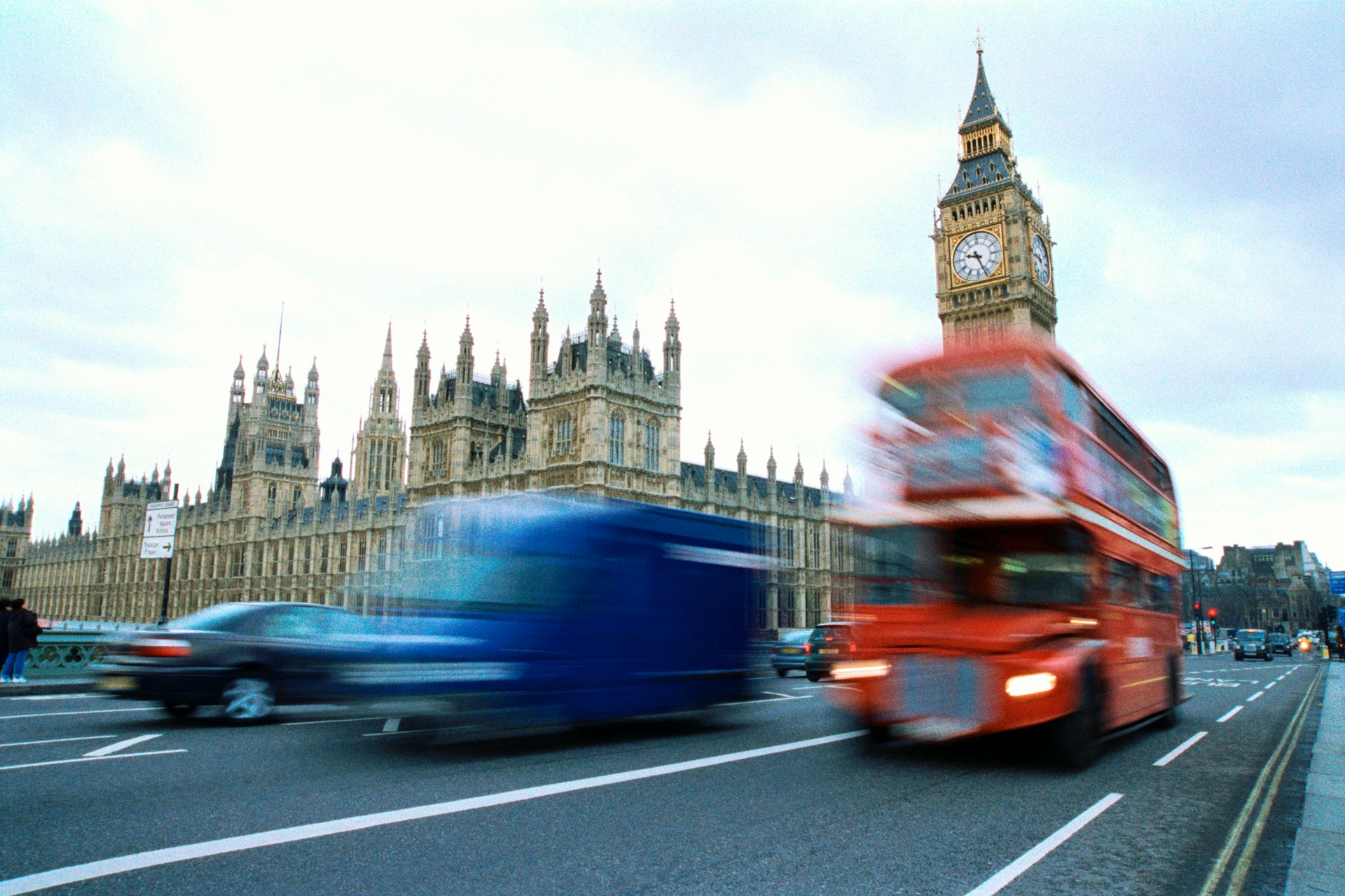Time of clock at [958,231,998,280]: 9:26
